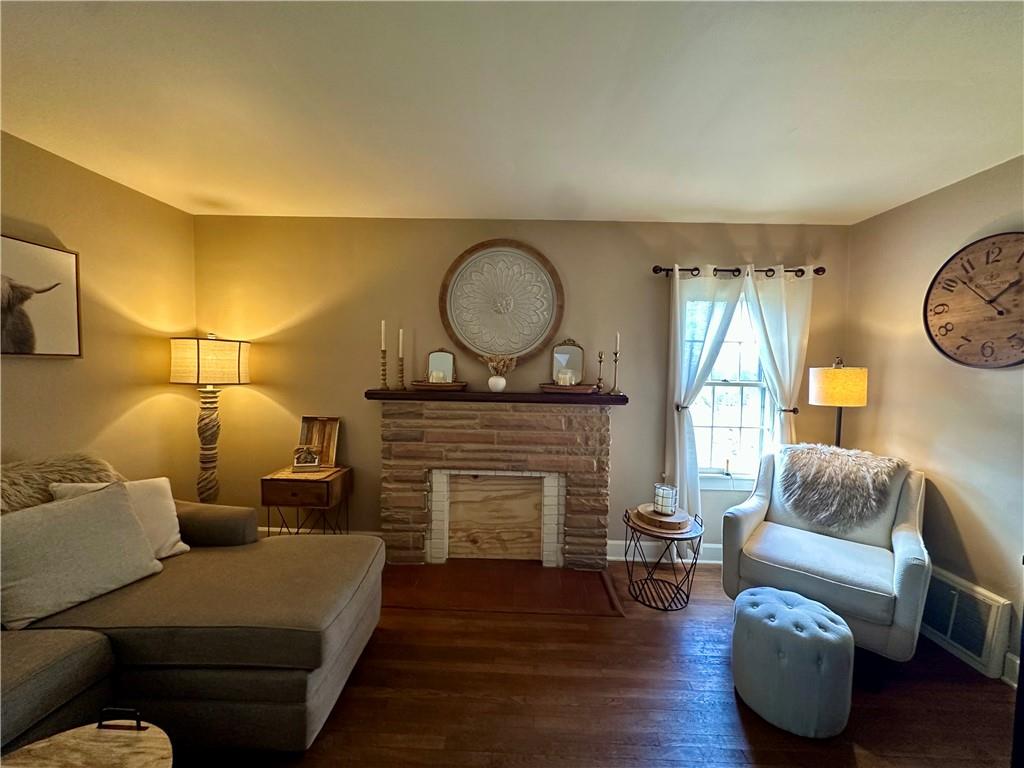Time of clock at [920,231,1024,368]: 1:52
